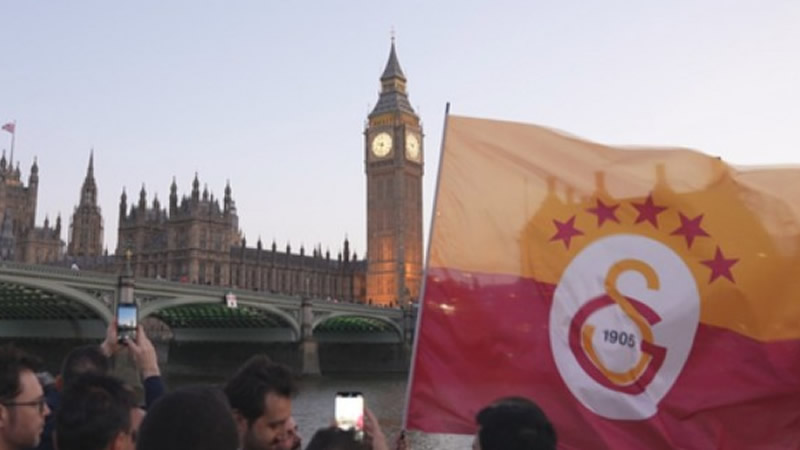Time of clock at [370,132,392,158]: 9:32
